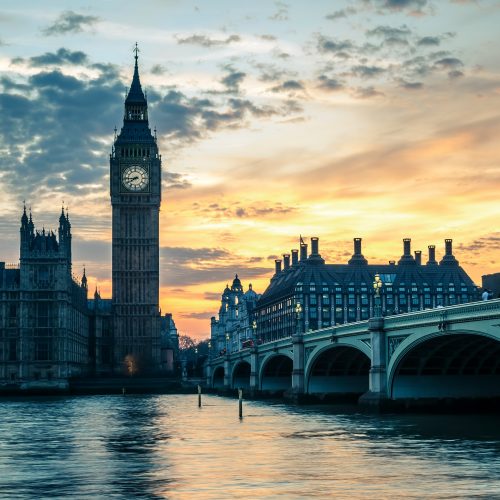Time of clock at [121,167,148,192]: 7:44
